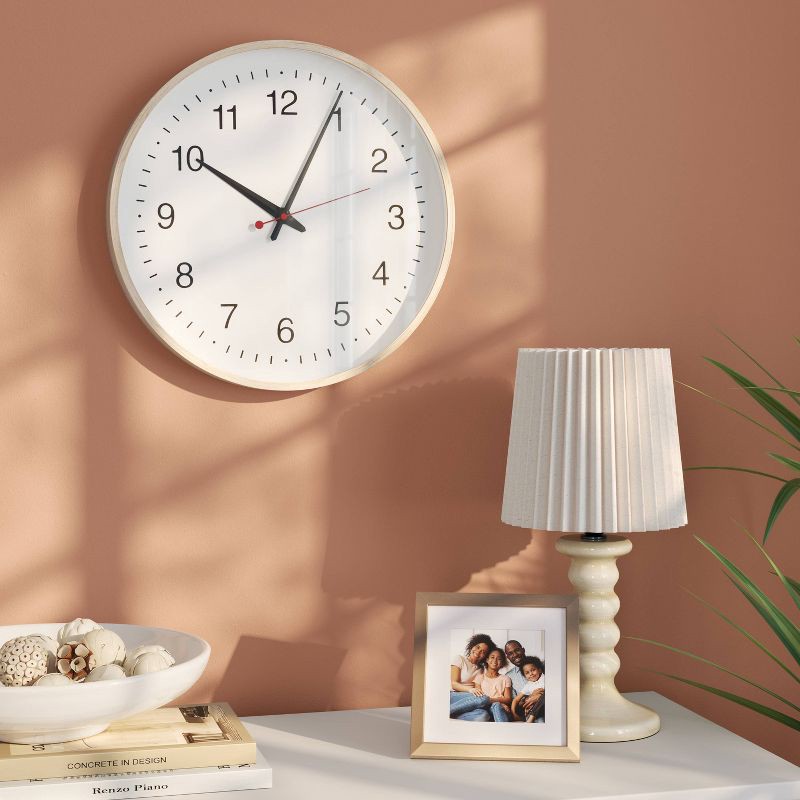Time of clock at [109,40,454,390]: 10:04
